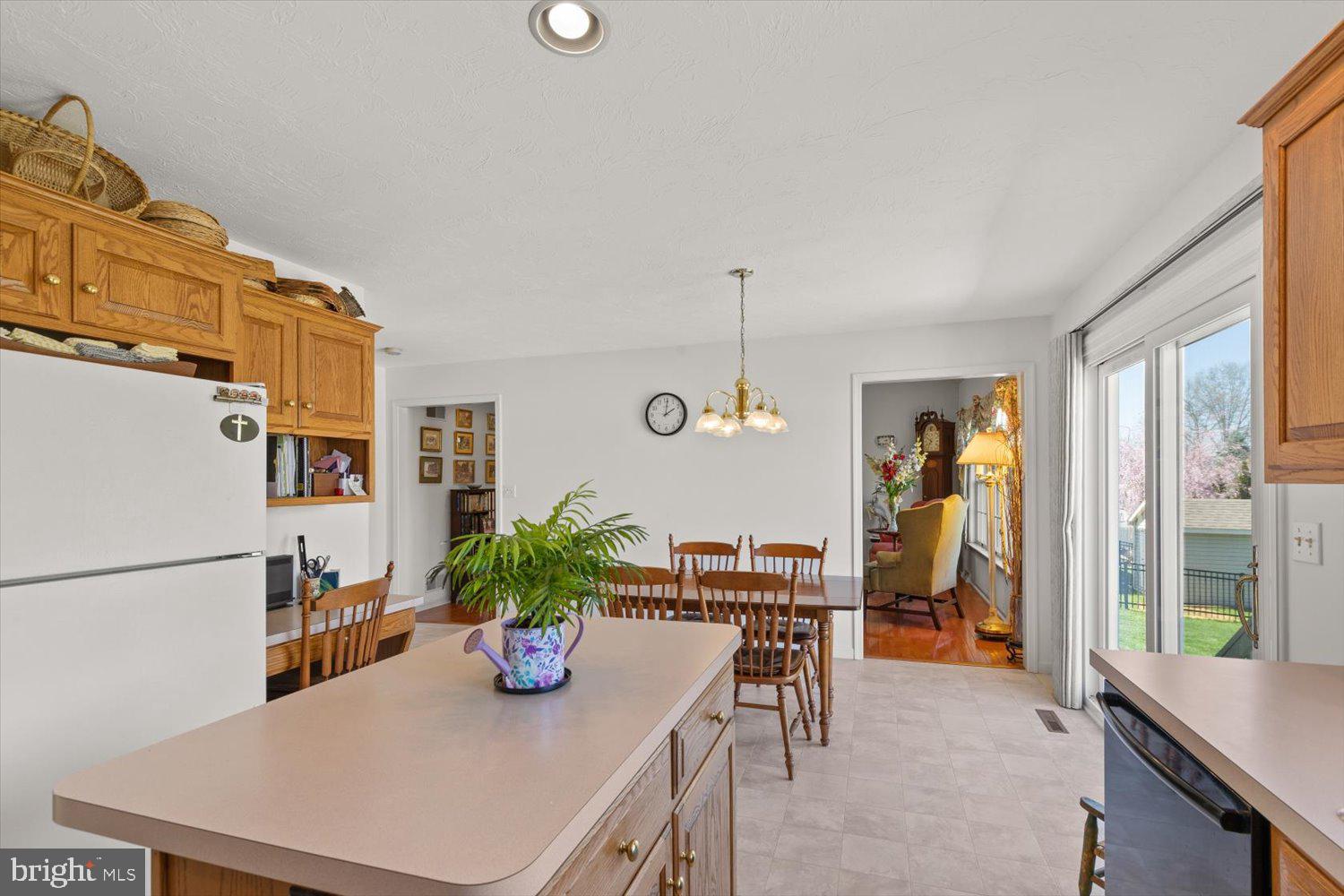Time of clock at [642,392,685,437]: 2:01
